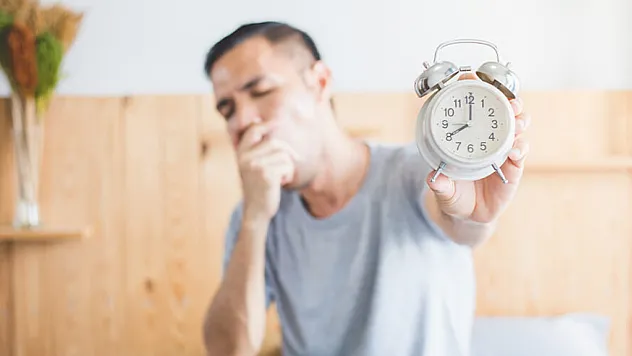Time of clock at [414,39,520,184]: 8:00
